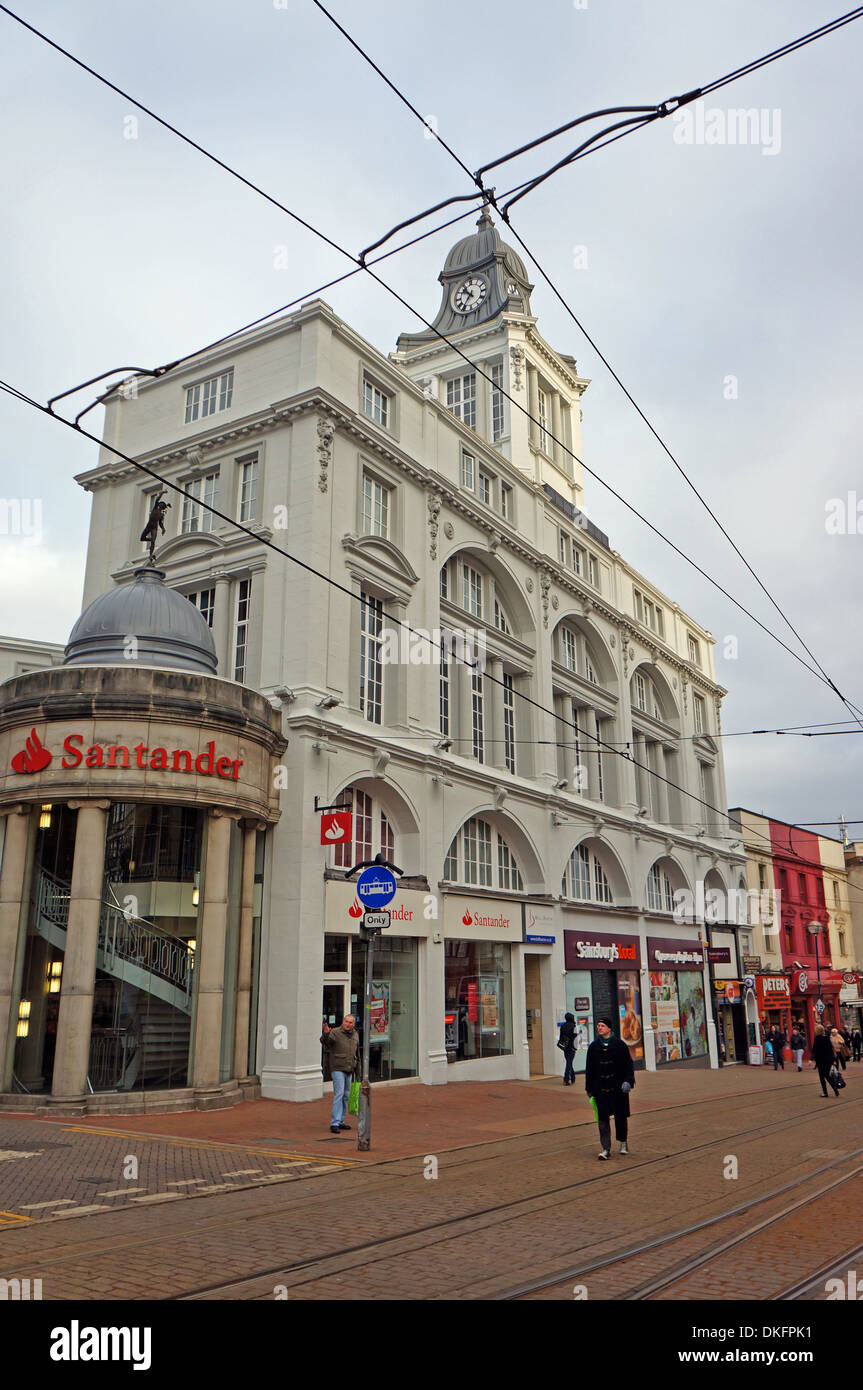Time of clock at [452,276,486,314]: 10:36
